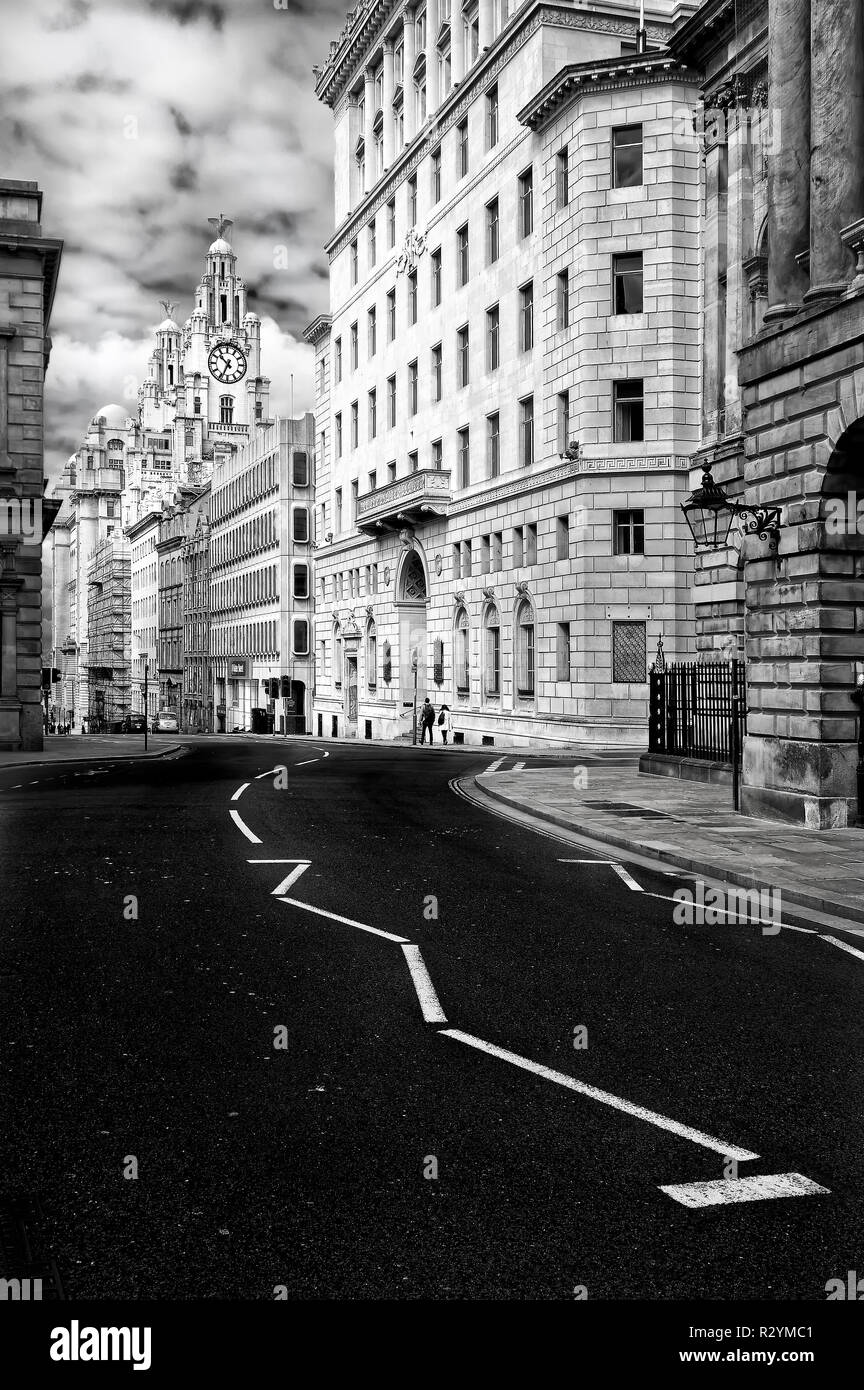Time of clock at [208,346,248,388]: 10:34
